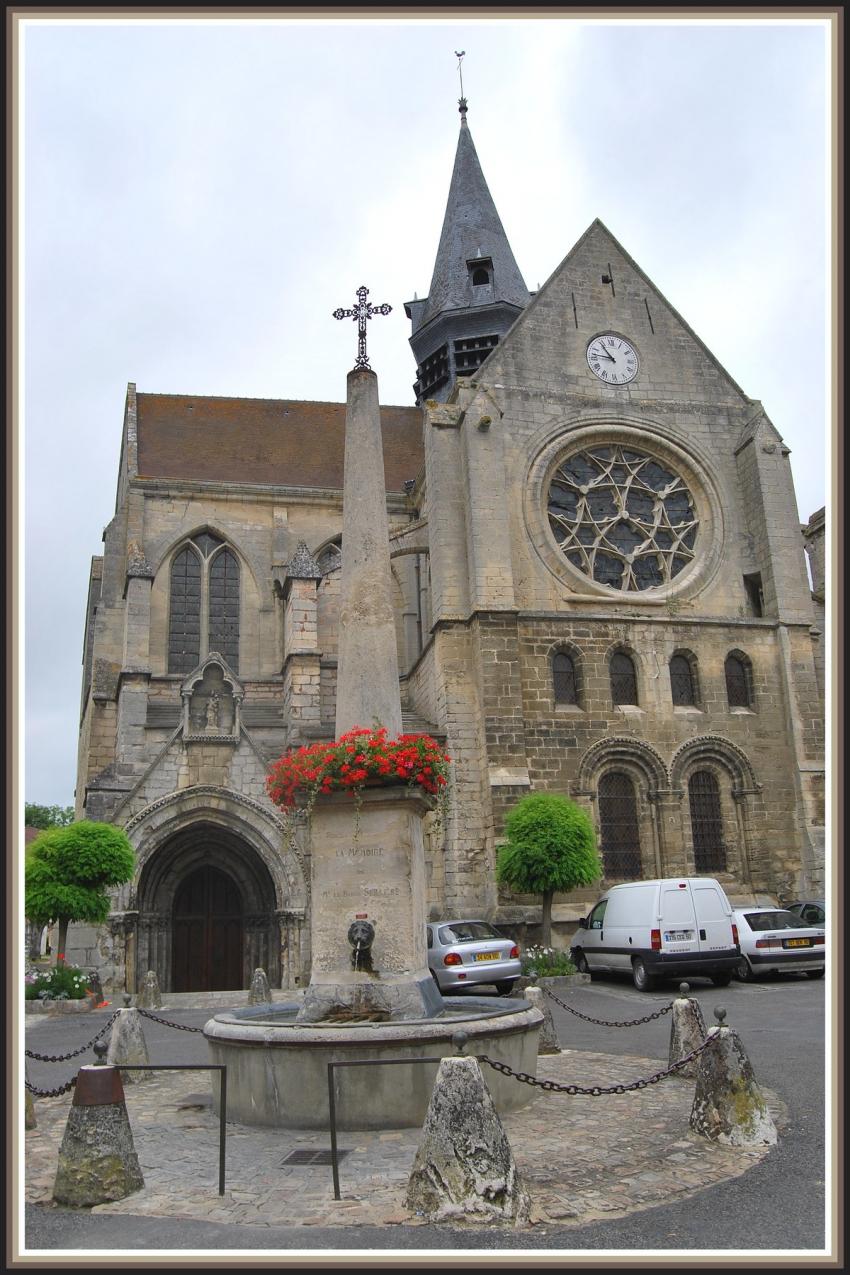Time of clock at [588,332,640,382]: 10:46
